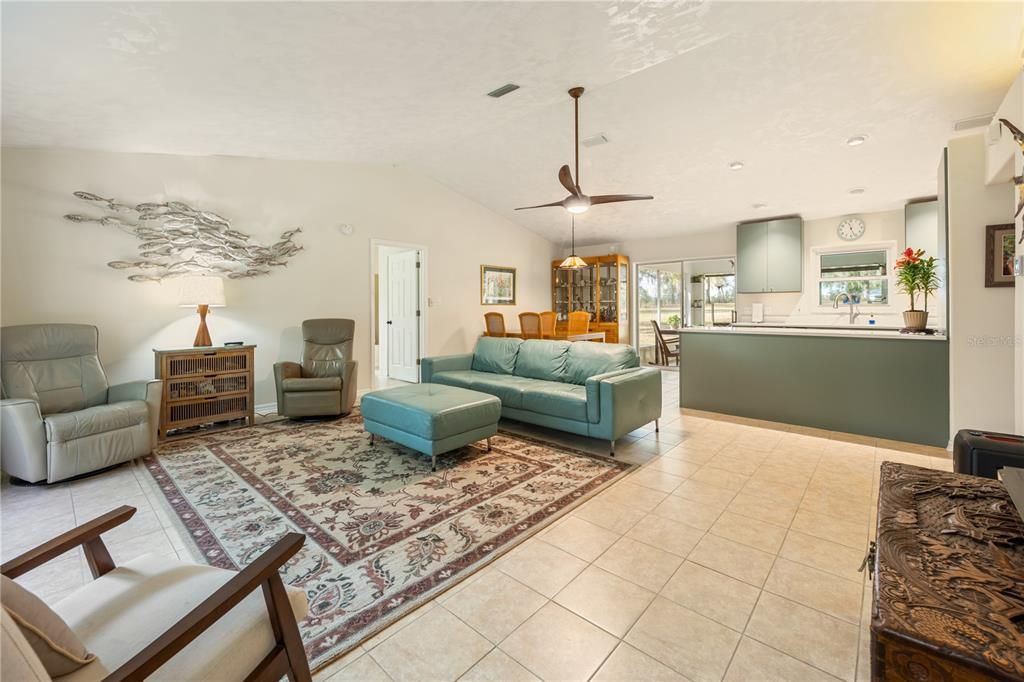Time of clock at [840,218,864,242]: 11:26
